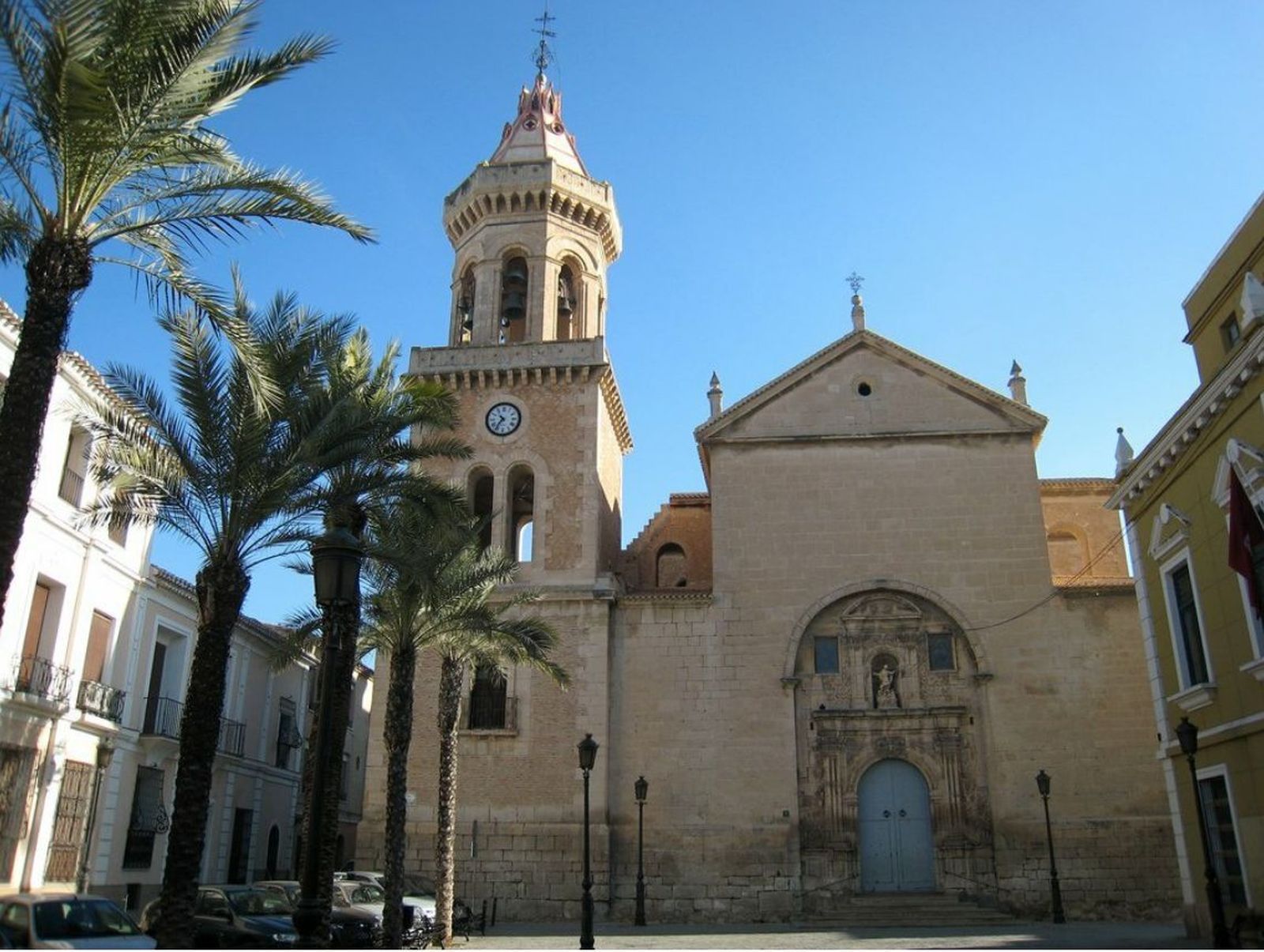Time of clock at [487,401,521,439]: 10:36
